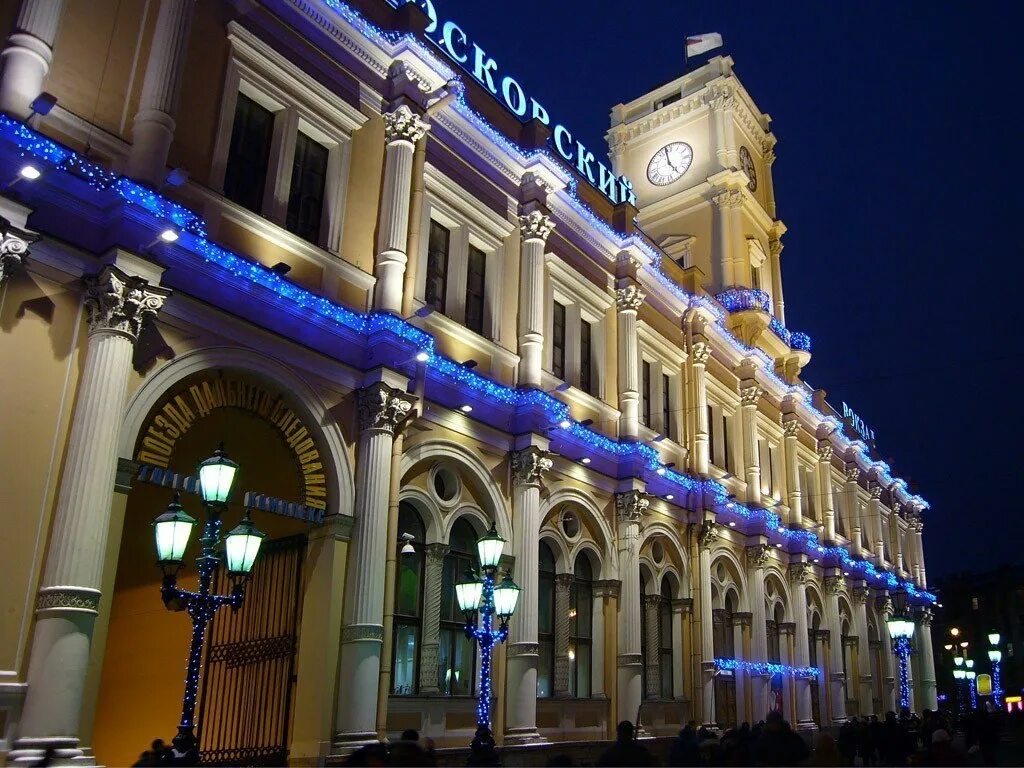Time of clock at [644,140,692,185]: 4:58
